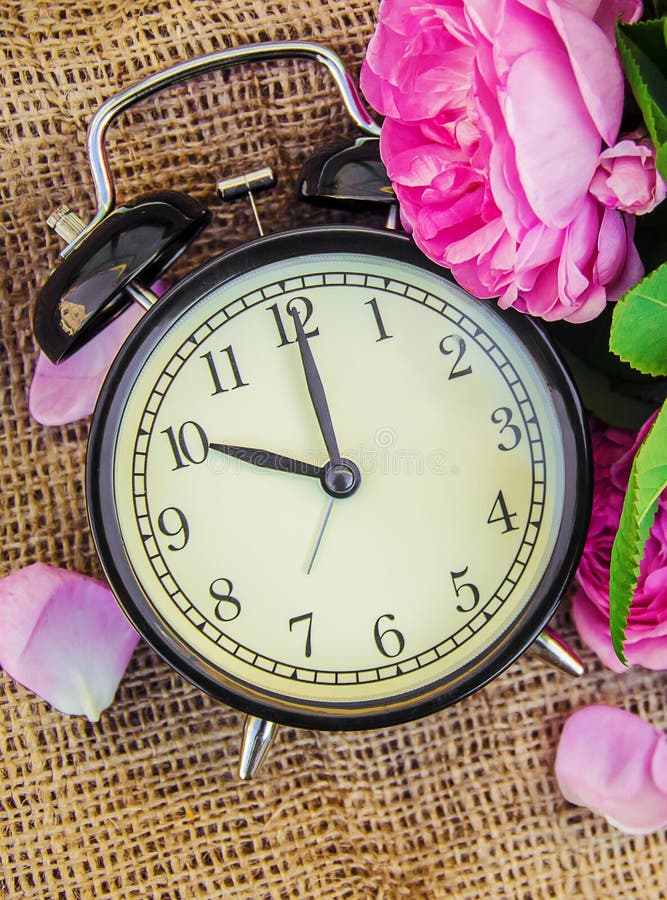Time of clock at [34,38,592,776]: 10:00
